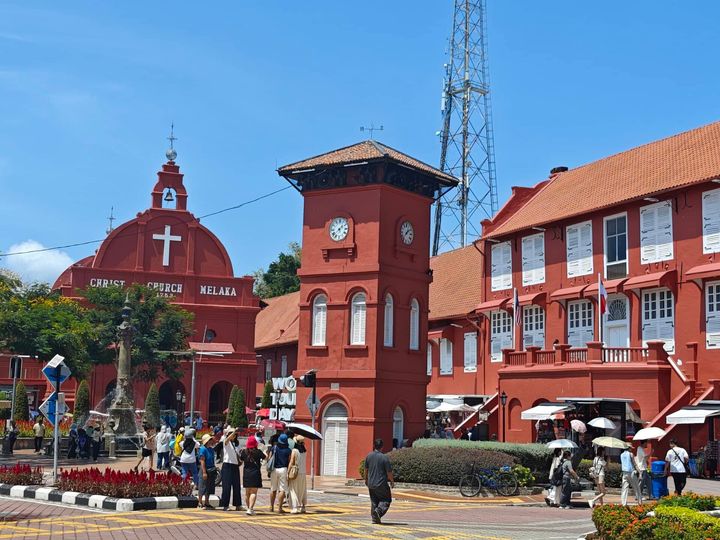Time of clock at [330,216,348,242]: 1:37
